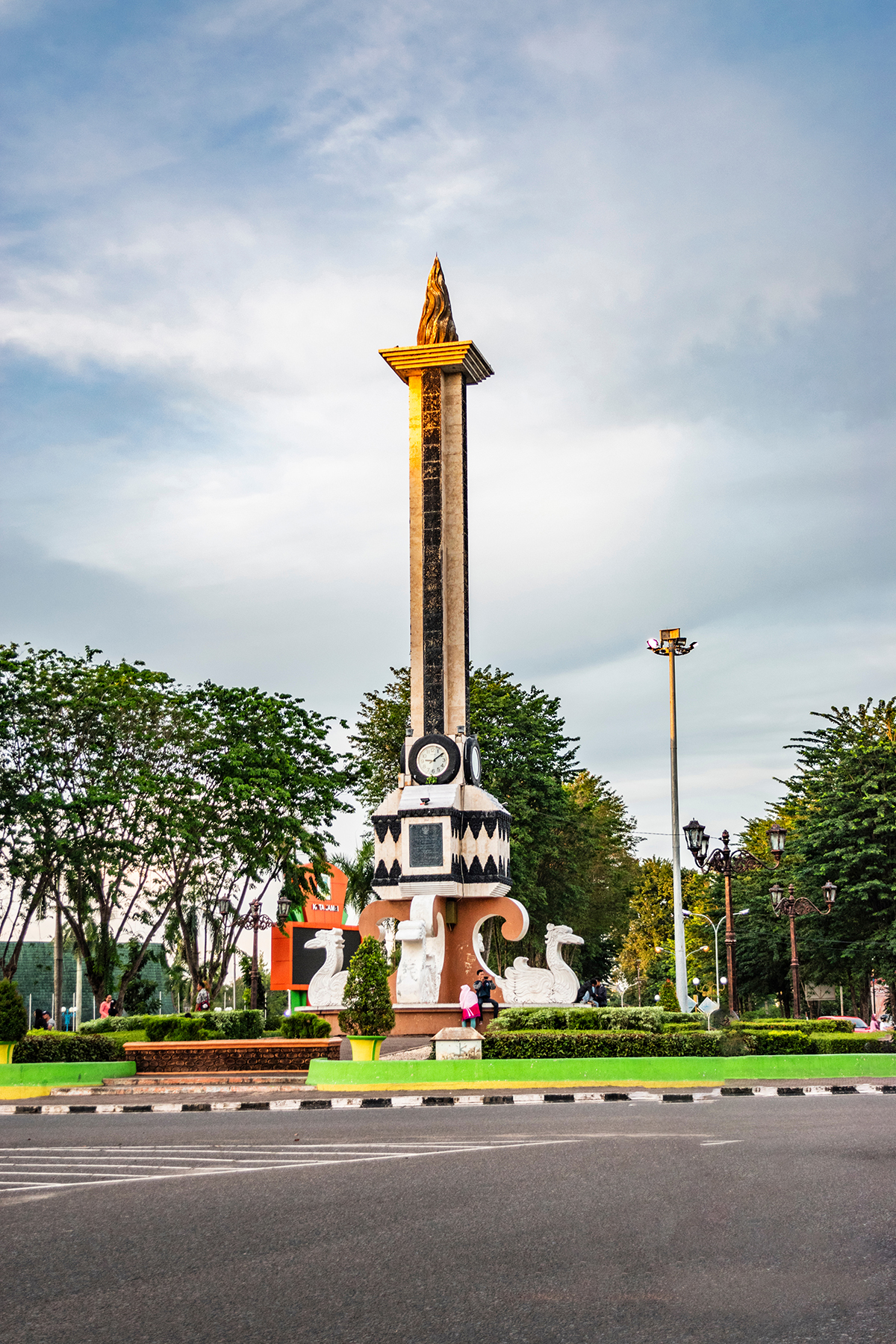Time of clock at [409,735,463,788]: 9:09
